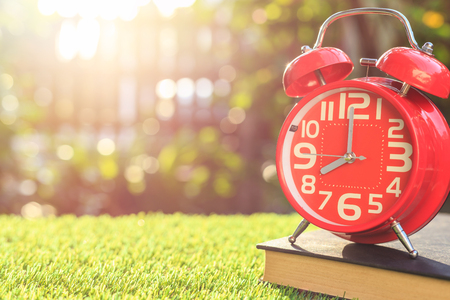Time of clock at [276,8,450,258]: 7:59
